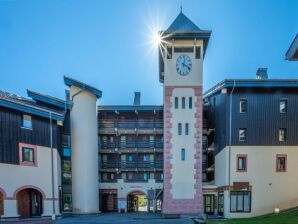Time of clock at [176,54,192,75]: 12:19
